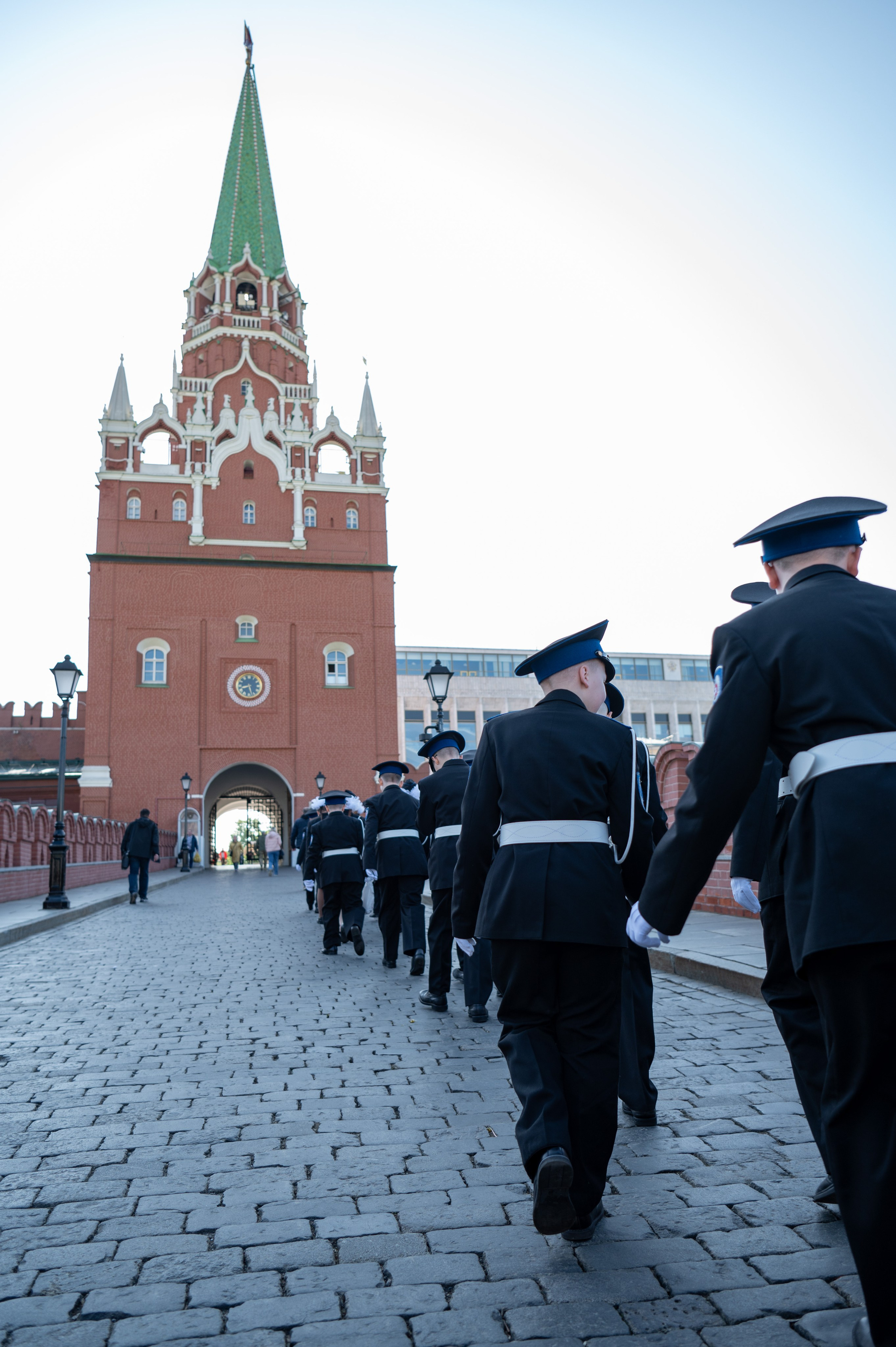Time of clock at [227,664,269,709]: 8:27
